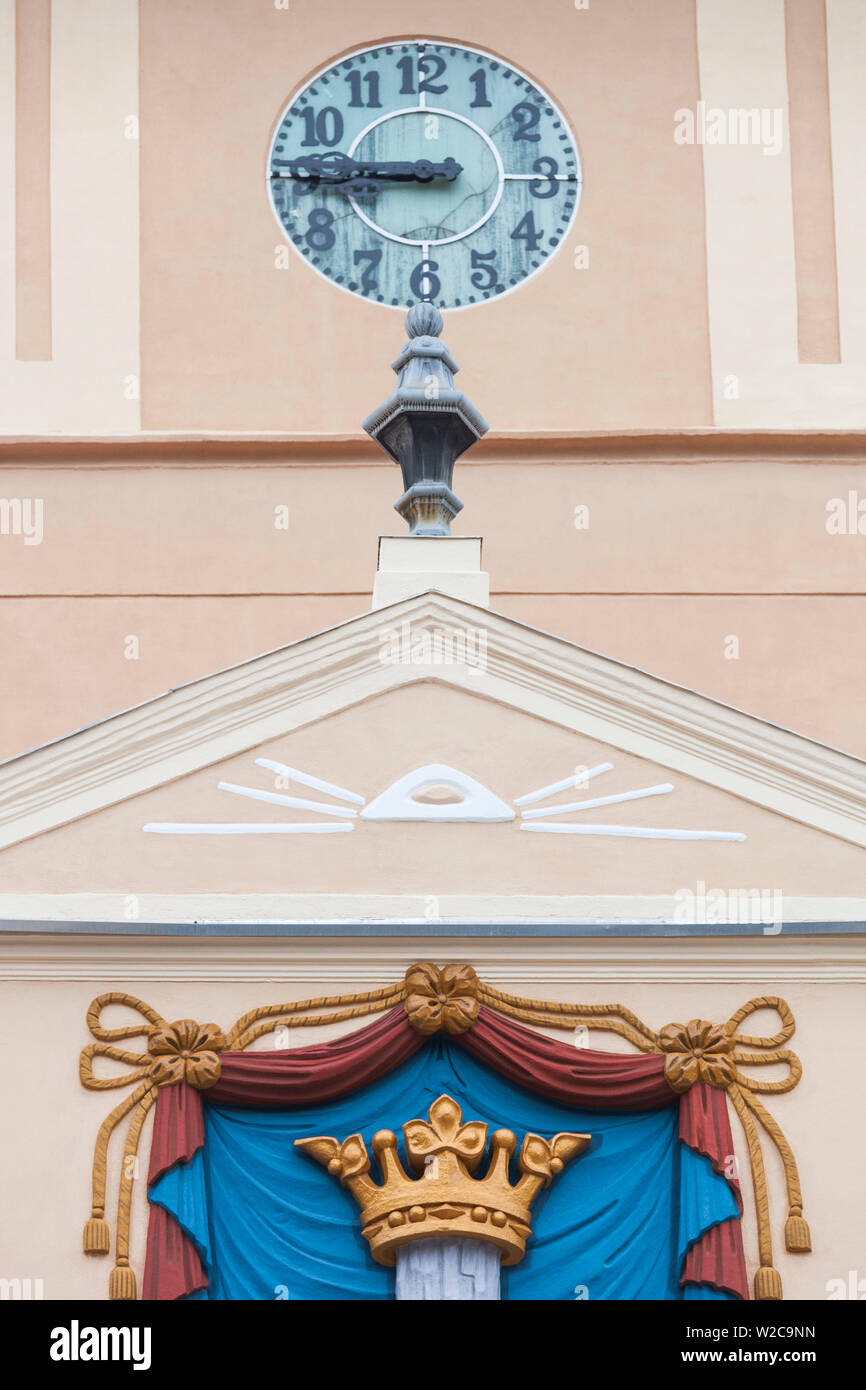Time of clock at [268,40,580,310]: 8:45
